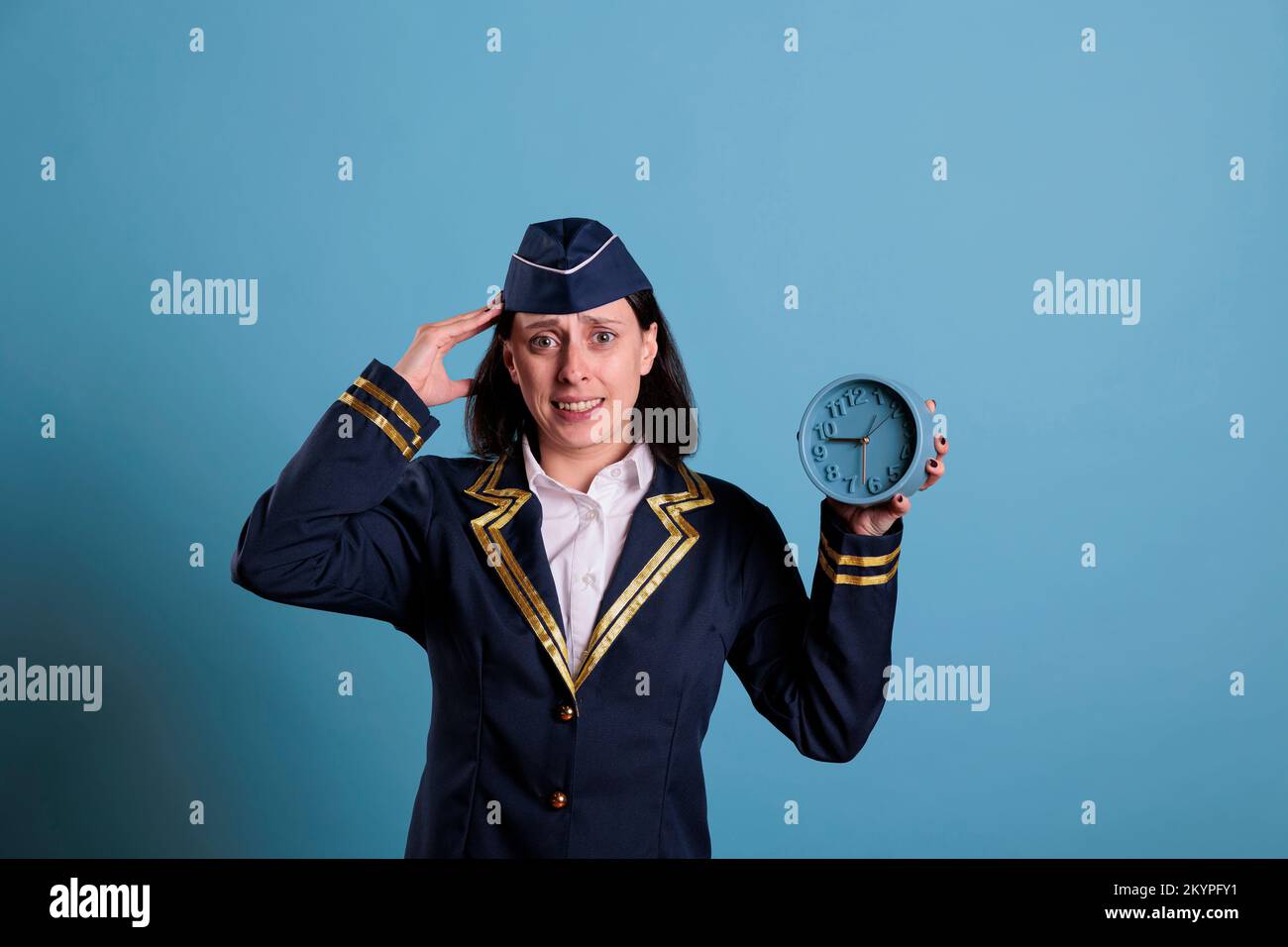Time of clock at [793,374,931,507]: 9:32
